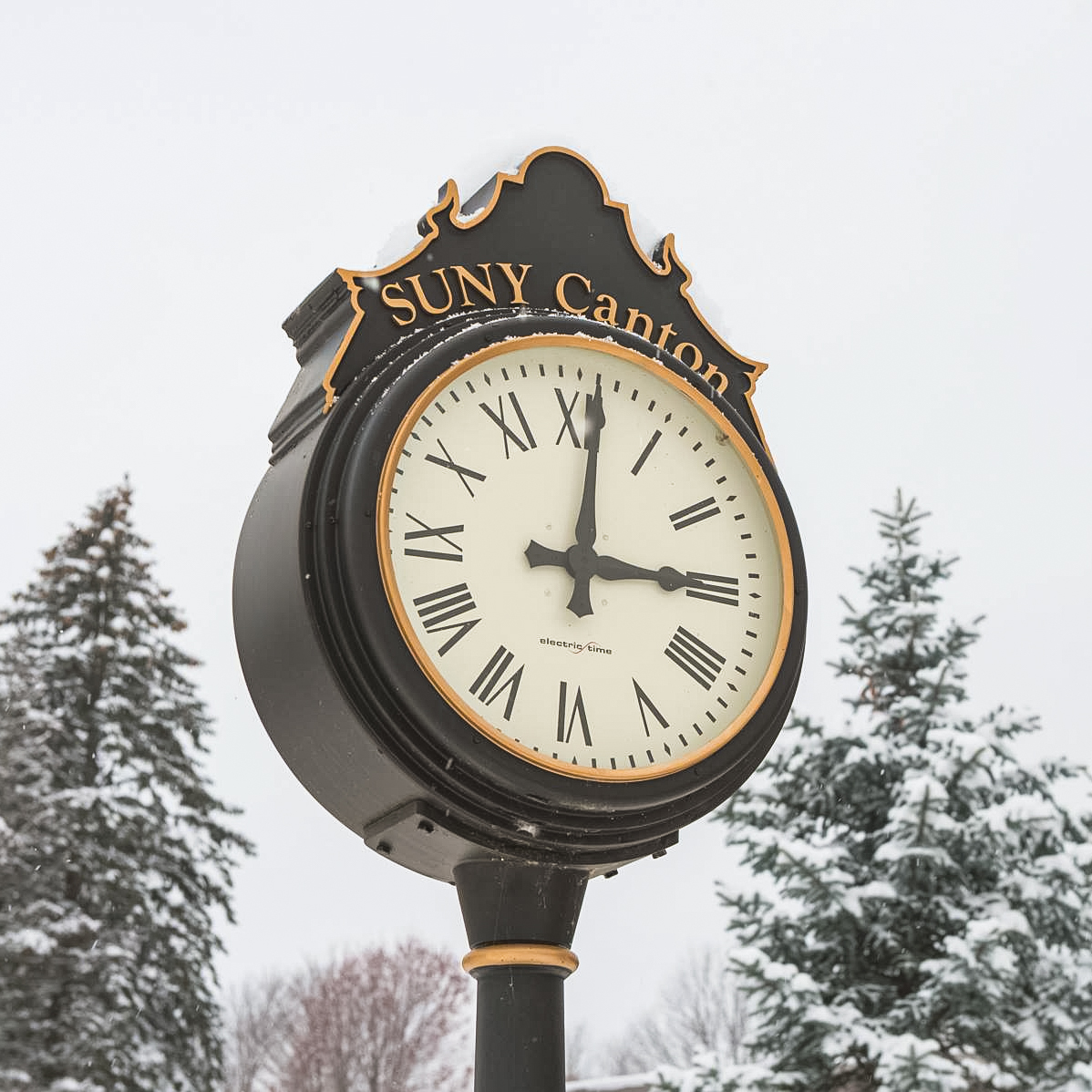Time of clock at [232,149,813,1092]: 3:01
